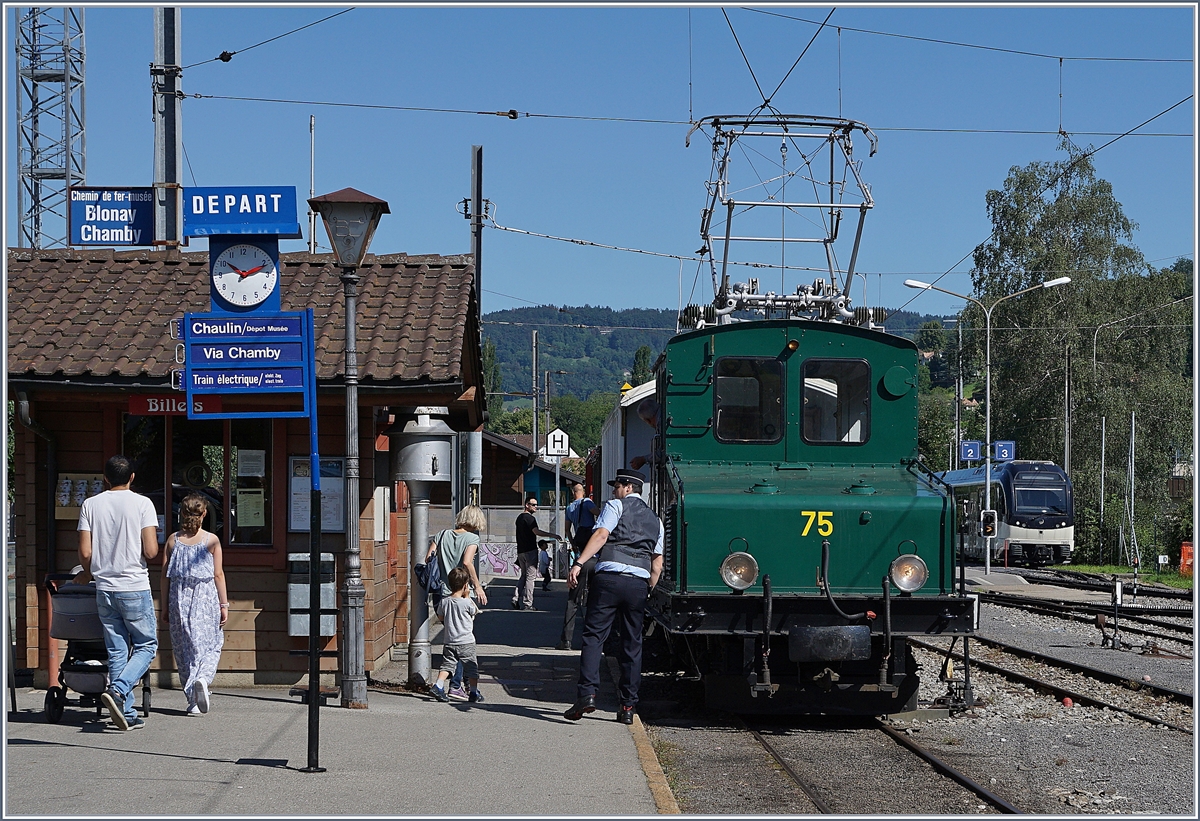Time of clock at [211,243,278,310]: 10:11
